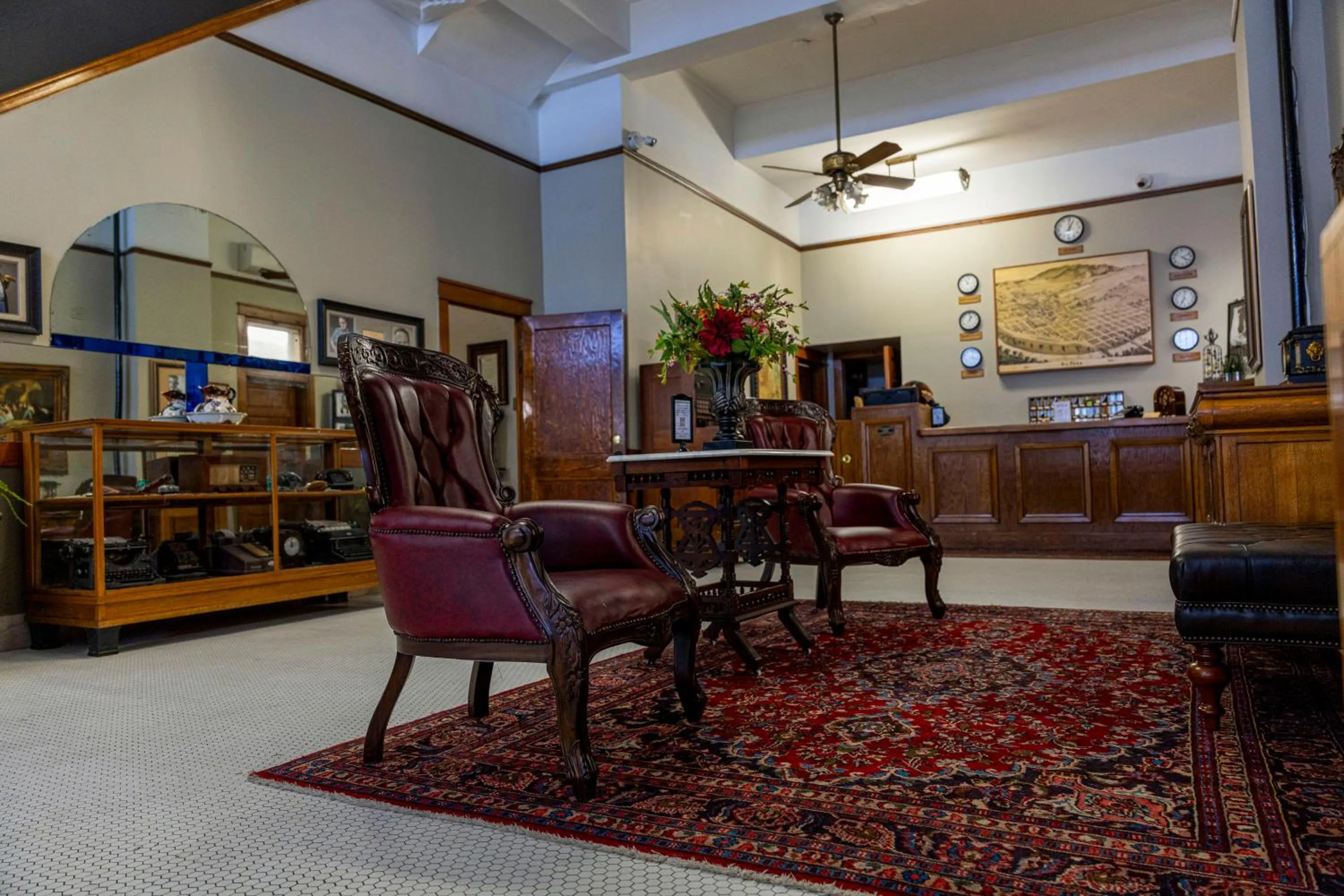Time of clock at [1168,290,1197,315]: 7:02
